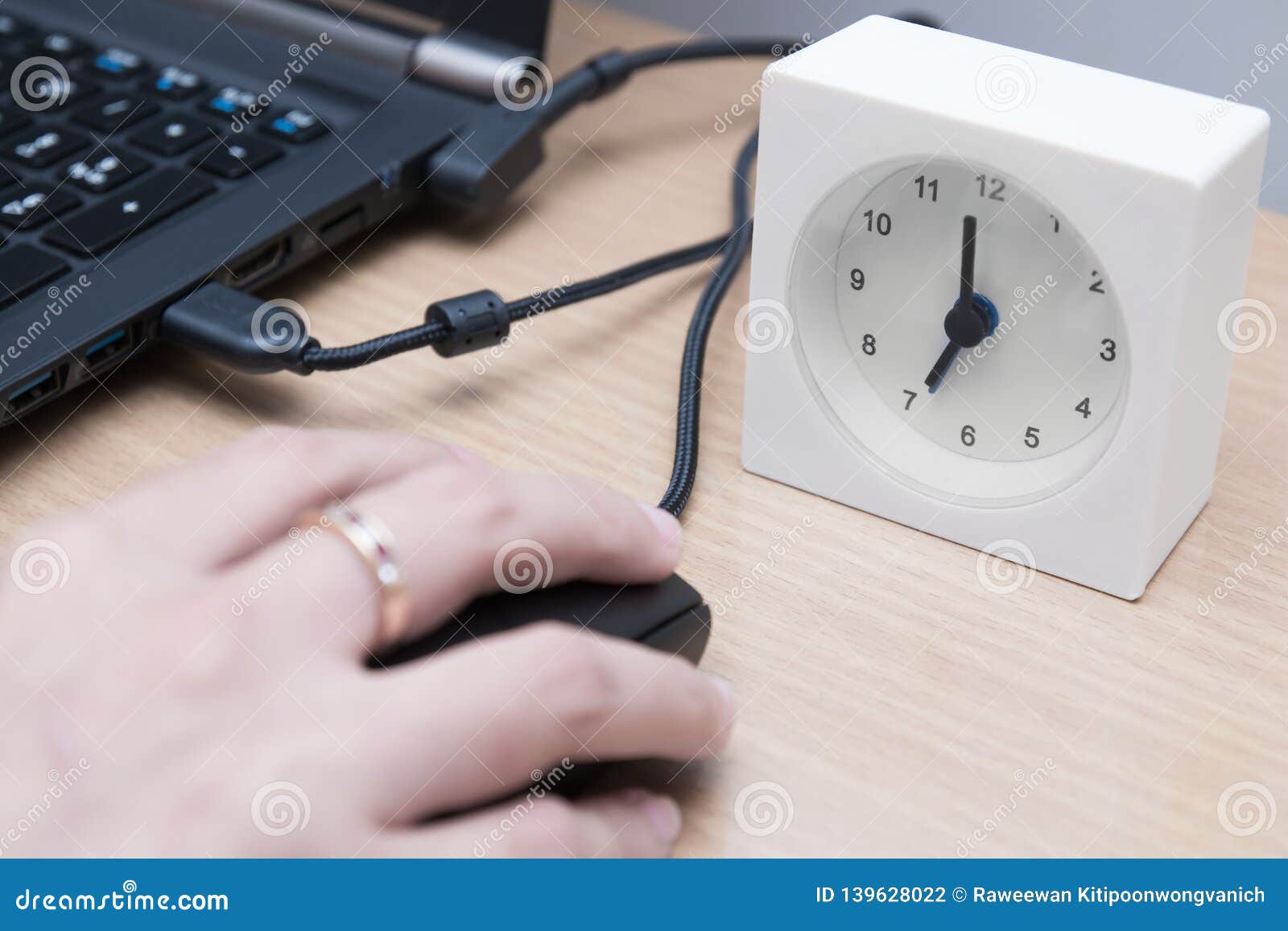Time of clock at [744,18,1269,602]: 6:58
